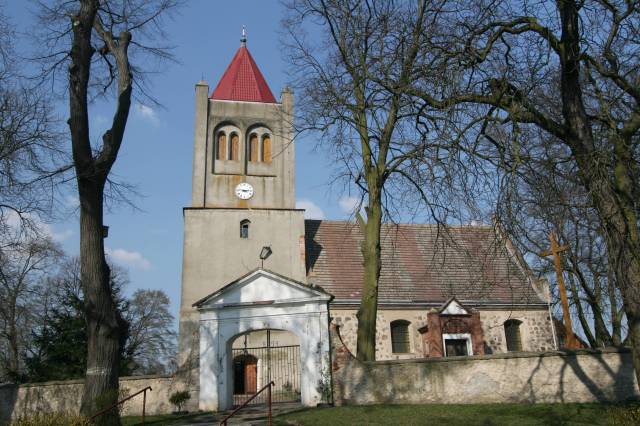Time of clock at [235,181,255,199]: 2:46
